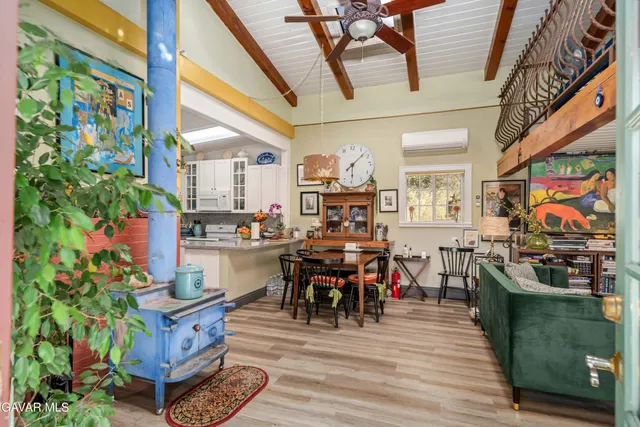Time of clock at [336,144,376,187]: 6:08
